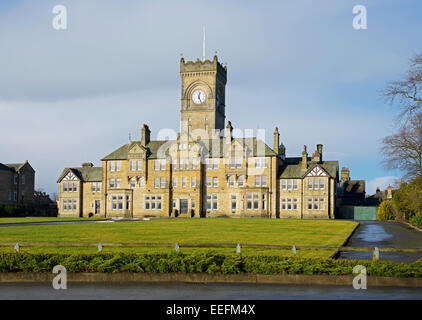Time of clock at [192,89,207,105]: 12:26
